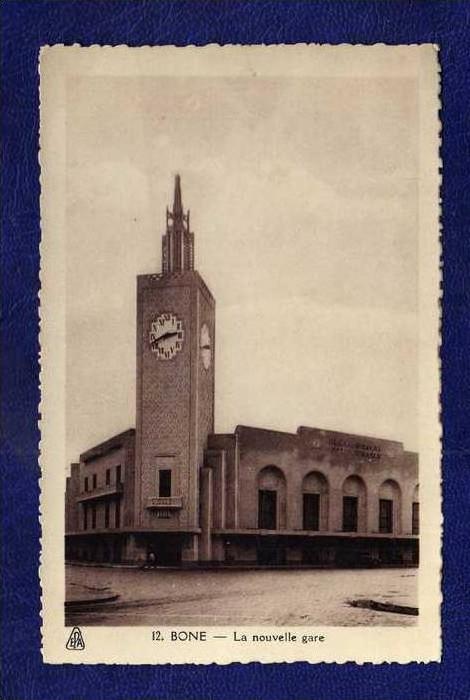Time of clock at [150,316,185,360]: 2:42
